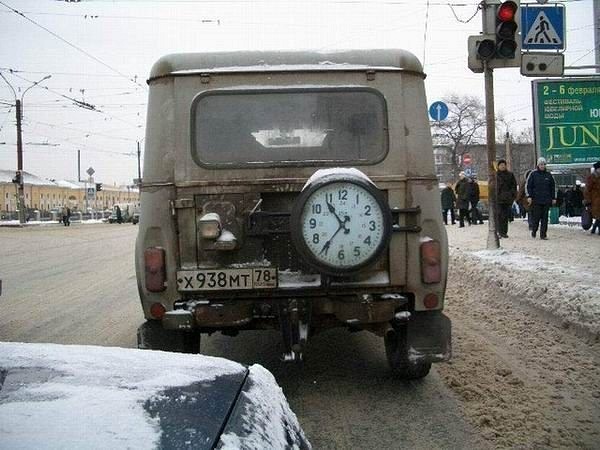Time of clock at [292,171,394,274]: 10:36
